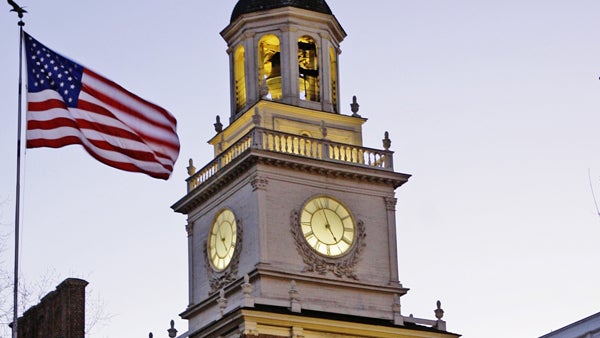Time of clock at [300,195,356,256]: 4:57
